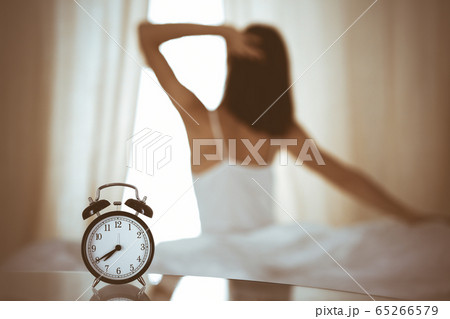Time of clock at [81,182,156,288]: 7:40
